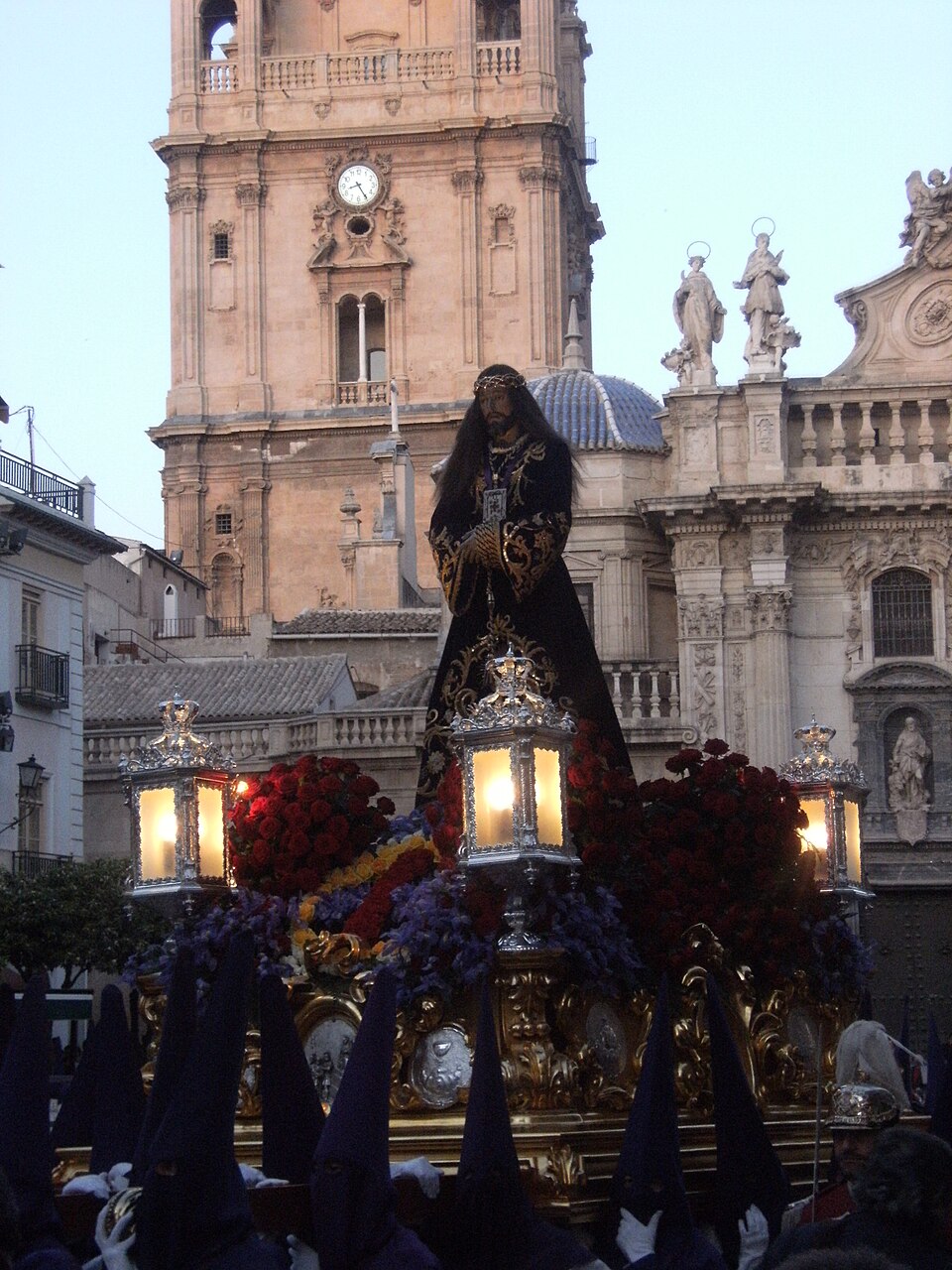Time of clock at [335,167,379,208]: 8:24
